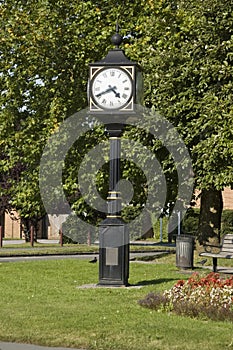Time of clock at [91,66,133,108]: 4:40
